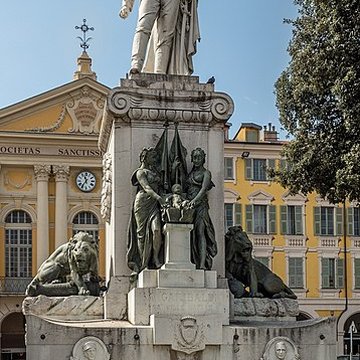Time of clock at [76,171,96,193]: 11:36
